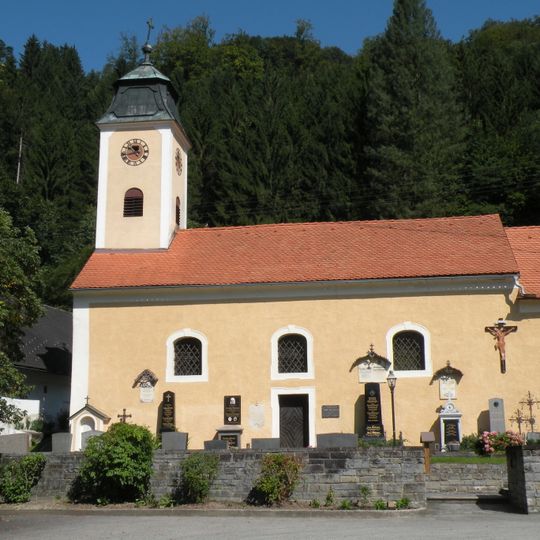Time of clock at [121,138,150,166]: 10:42
